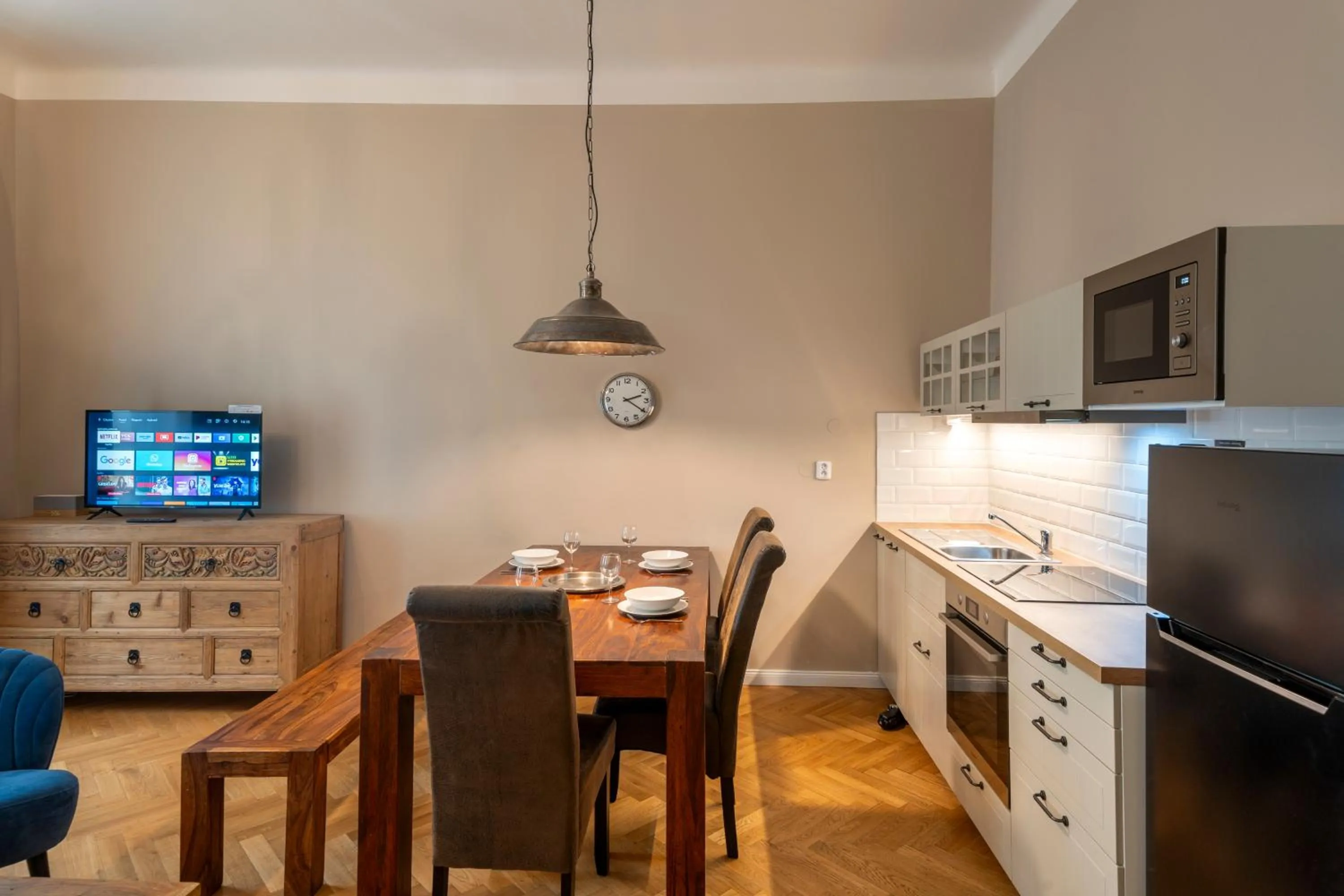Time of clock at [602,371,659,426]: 2:20
